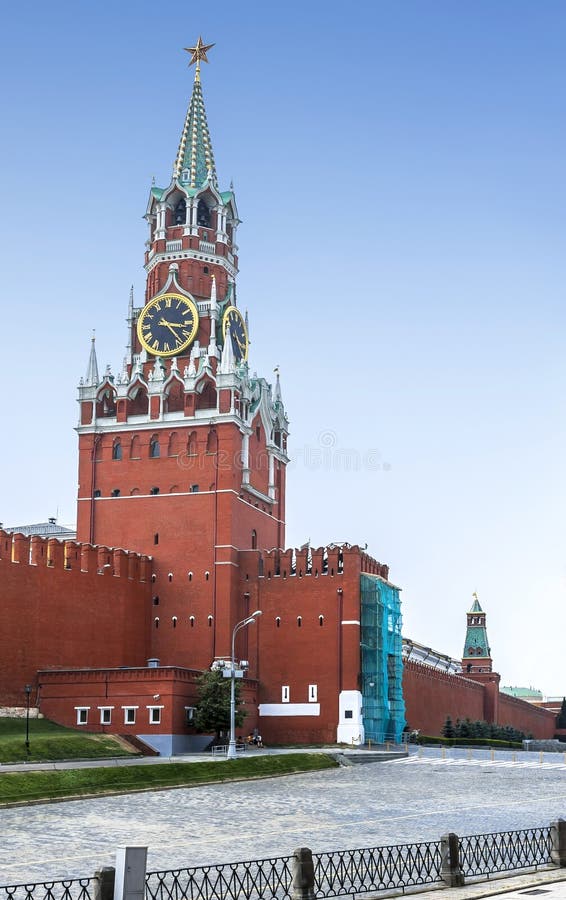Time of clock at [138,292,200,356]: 3:23
